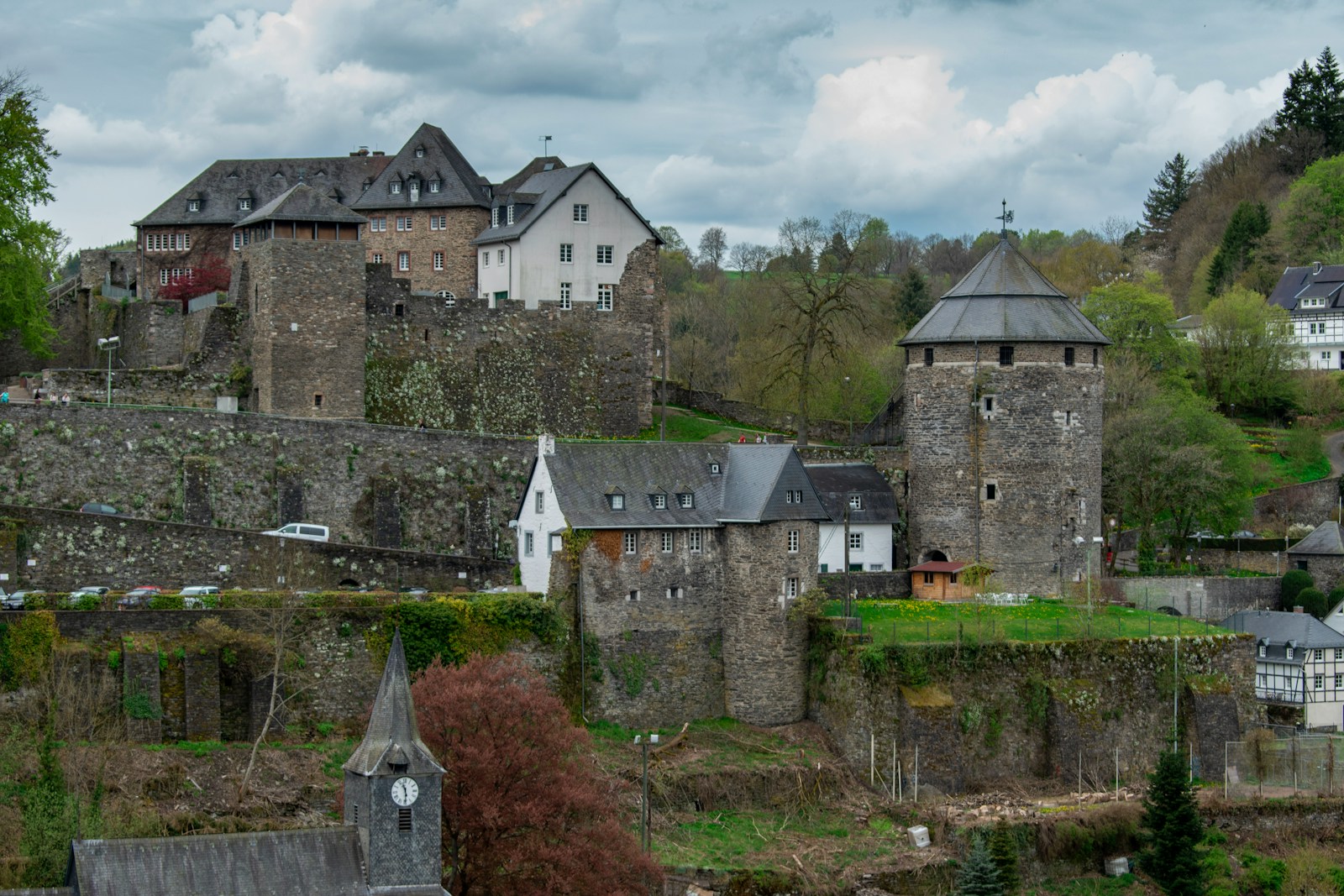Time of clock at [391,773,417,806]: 11:29
